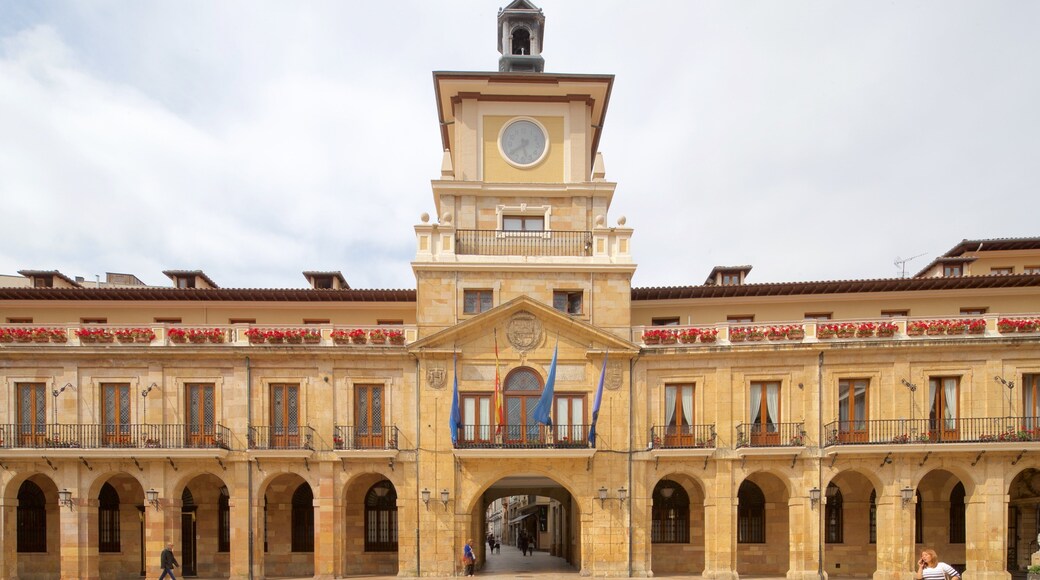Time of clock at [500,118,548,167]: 5:39
